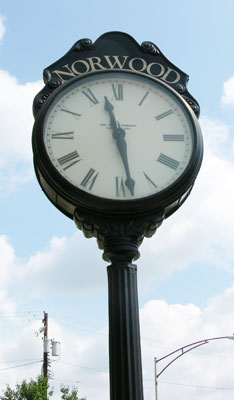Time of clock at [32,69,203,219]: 11:28
